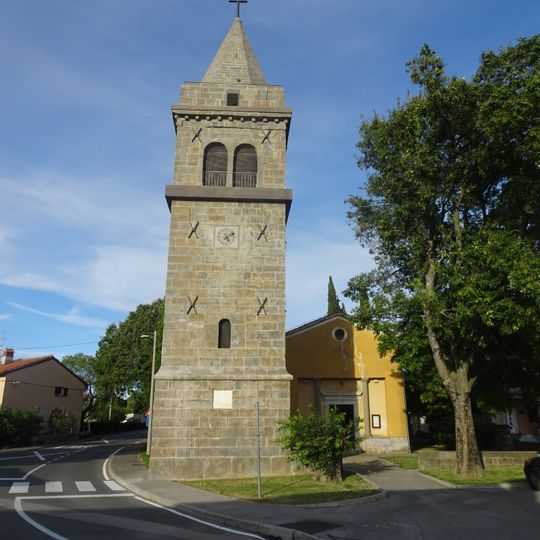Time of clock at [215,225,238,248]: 5:09
